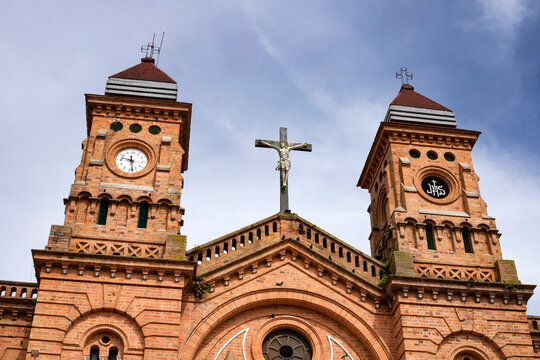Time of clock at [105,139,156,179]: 9:27
